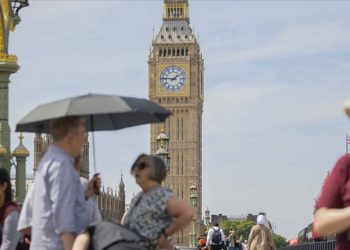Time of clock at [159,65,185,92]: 1:46
